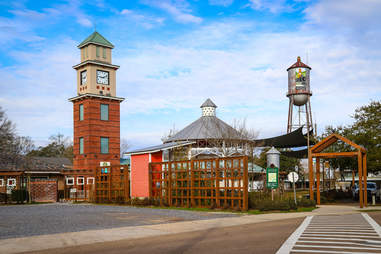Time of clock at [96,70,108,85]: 9:11
